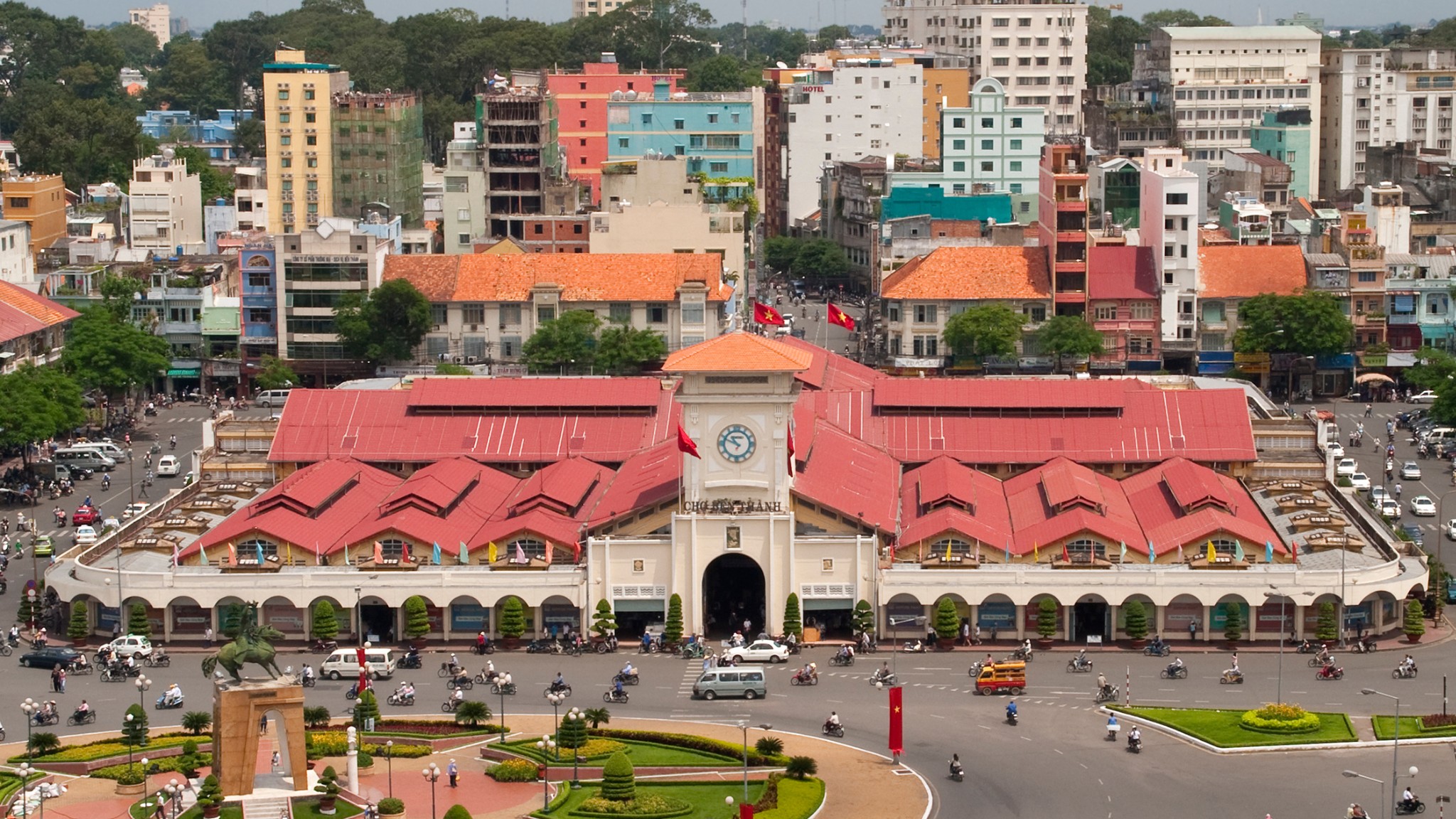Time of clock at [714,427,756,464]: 10:49
